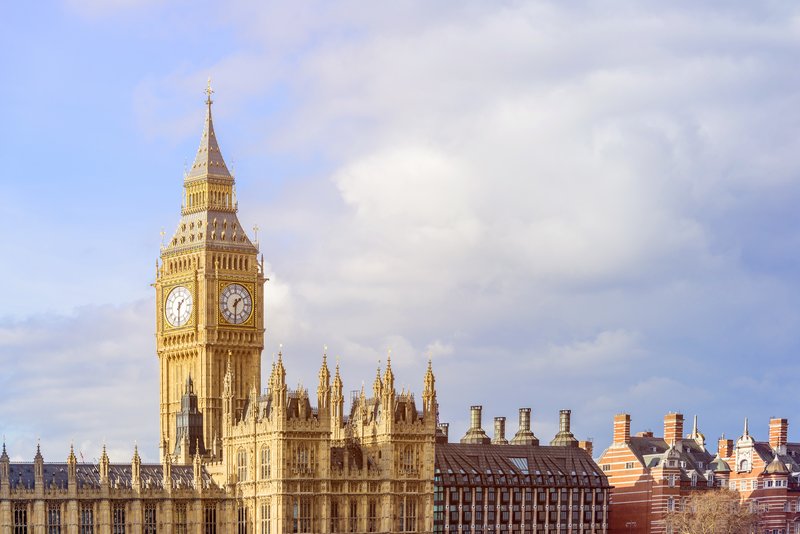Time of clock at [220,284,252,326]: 1:30
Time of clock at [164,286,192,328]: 1:30
